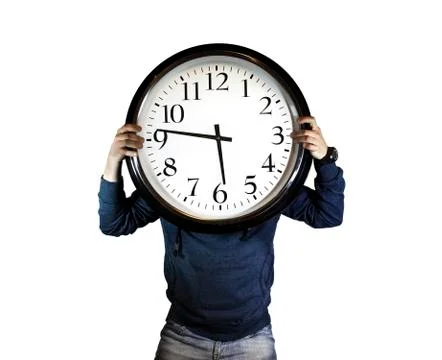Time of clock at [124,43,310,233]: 5:46
